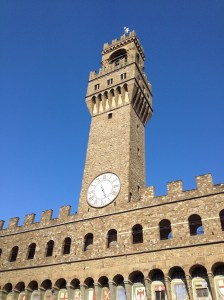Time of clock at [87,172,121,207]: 5:26
